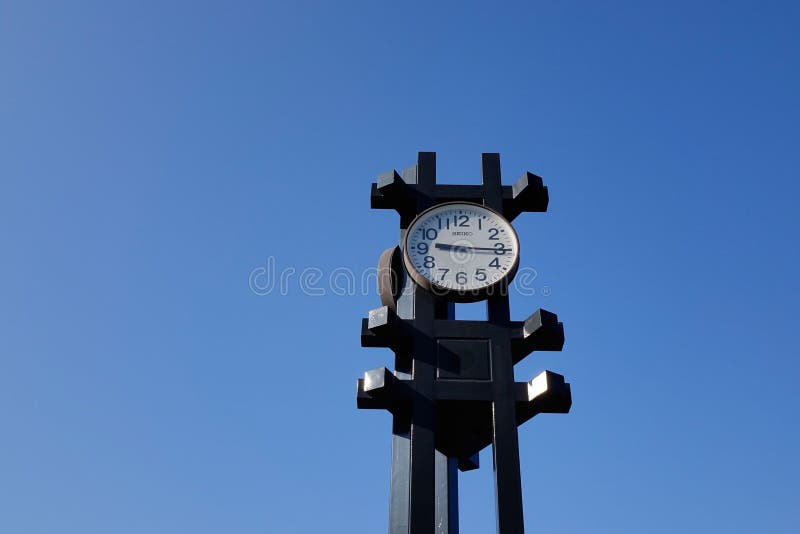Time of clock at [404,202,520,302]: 9:15
